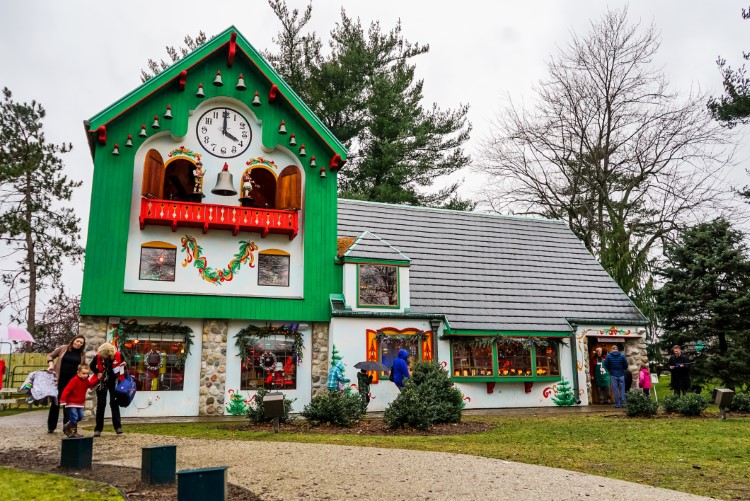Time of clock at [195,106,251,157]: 4:00
